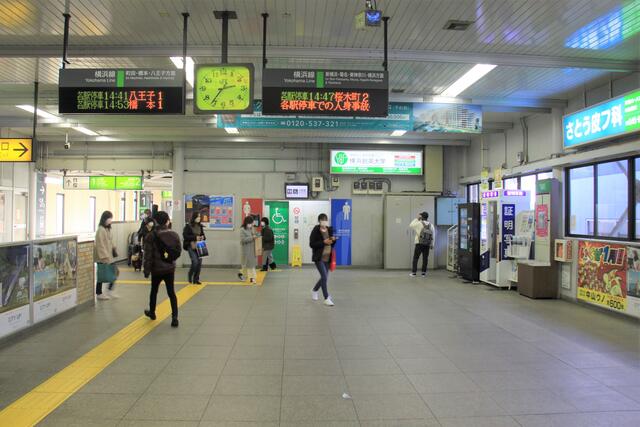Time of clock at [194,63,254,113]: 2:36
